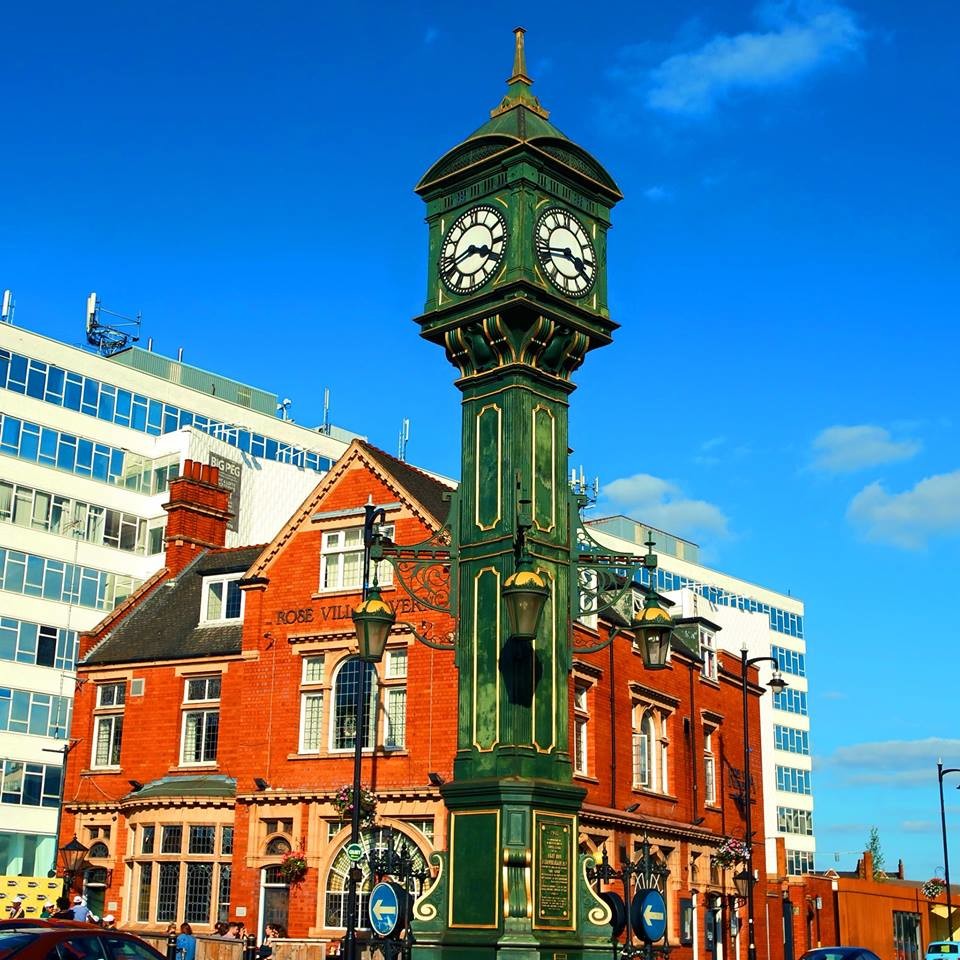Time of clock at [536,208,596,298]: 3:43
